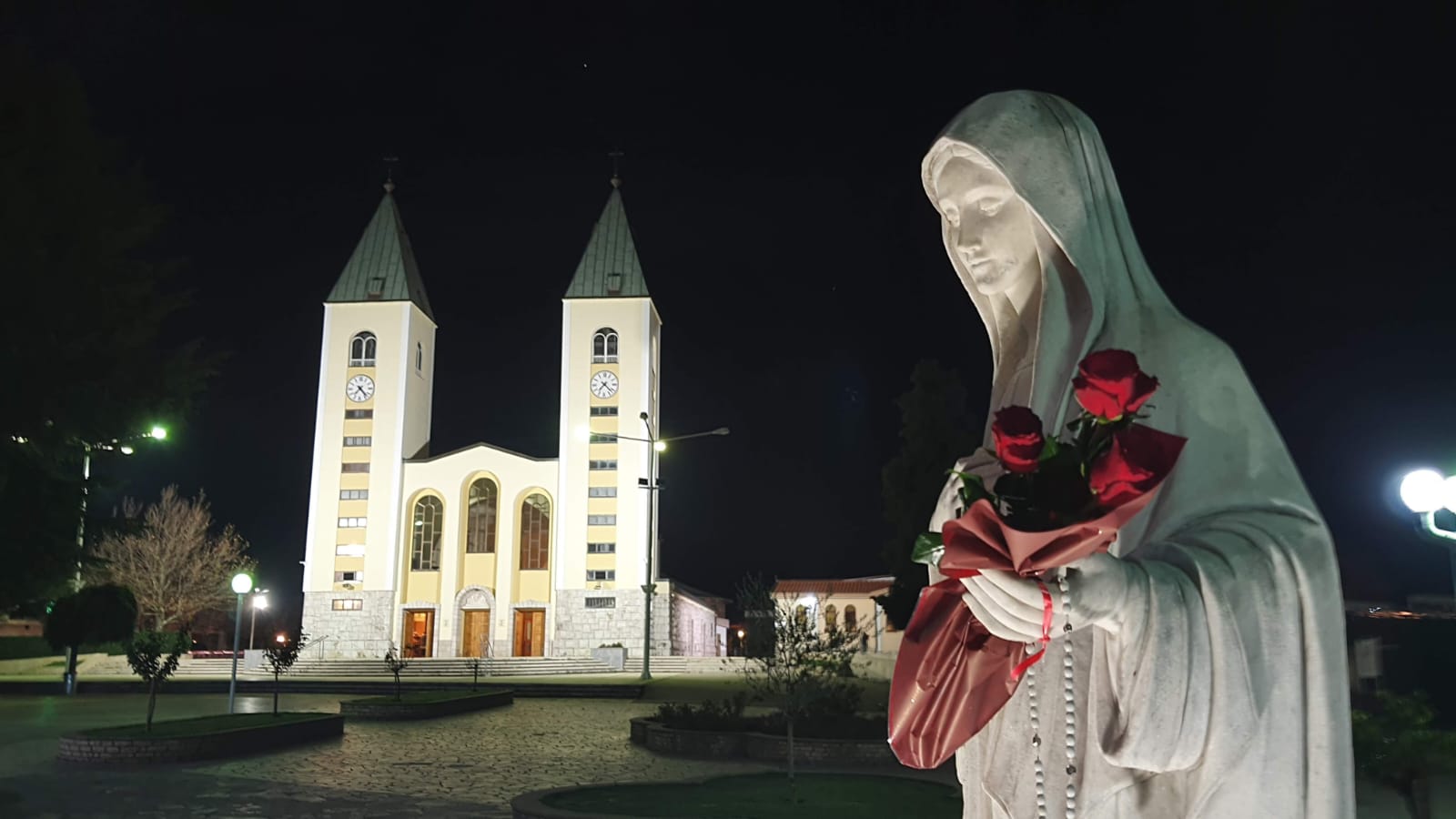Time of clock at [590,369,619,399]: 7:22
